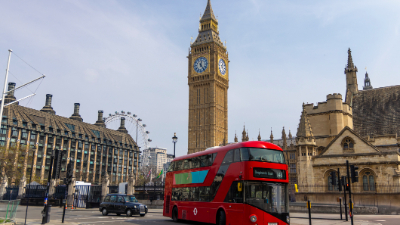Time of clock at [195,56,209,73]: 12:24
